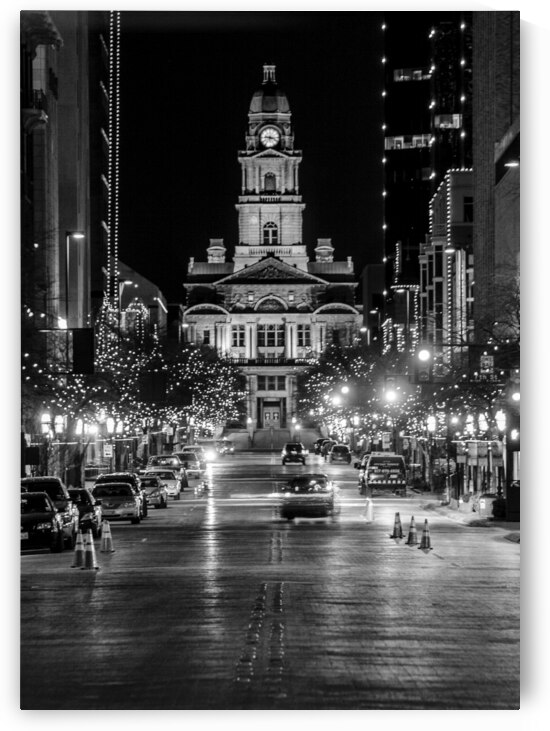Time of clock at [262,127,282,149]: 9:17
